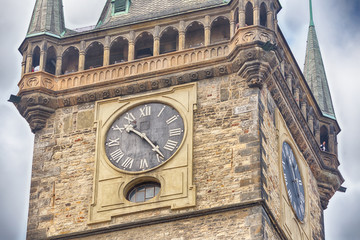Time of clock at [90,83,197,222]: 10:23
